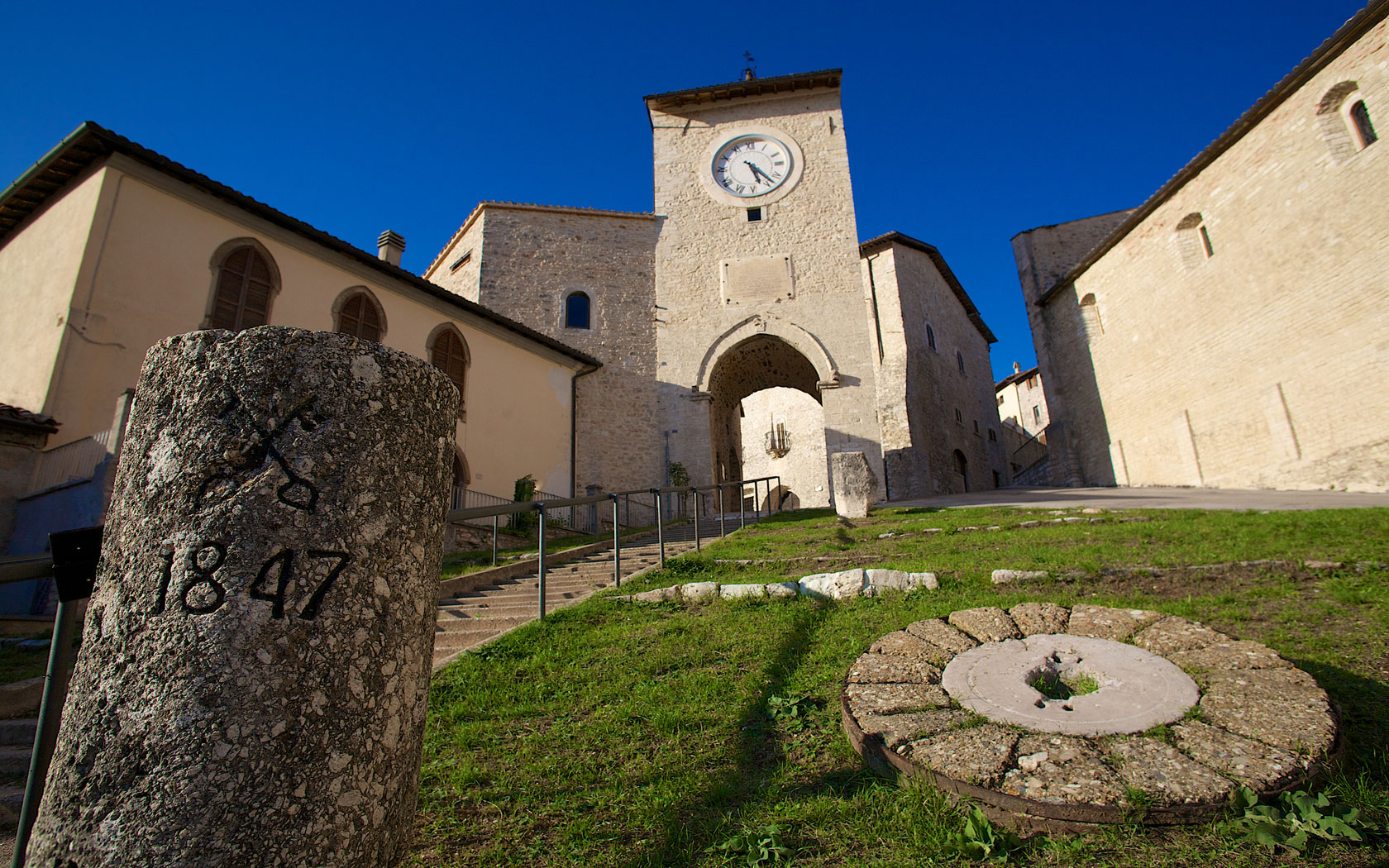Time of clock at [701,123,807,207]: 5:23
